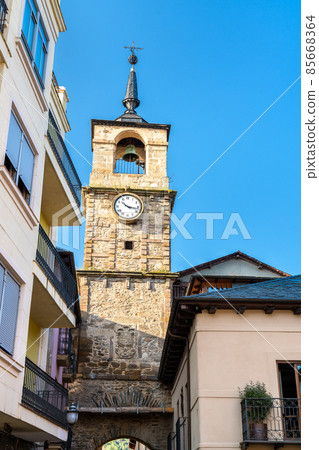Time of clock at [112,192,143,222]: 10:17
